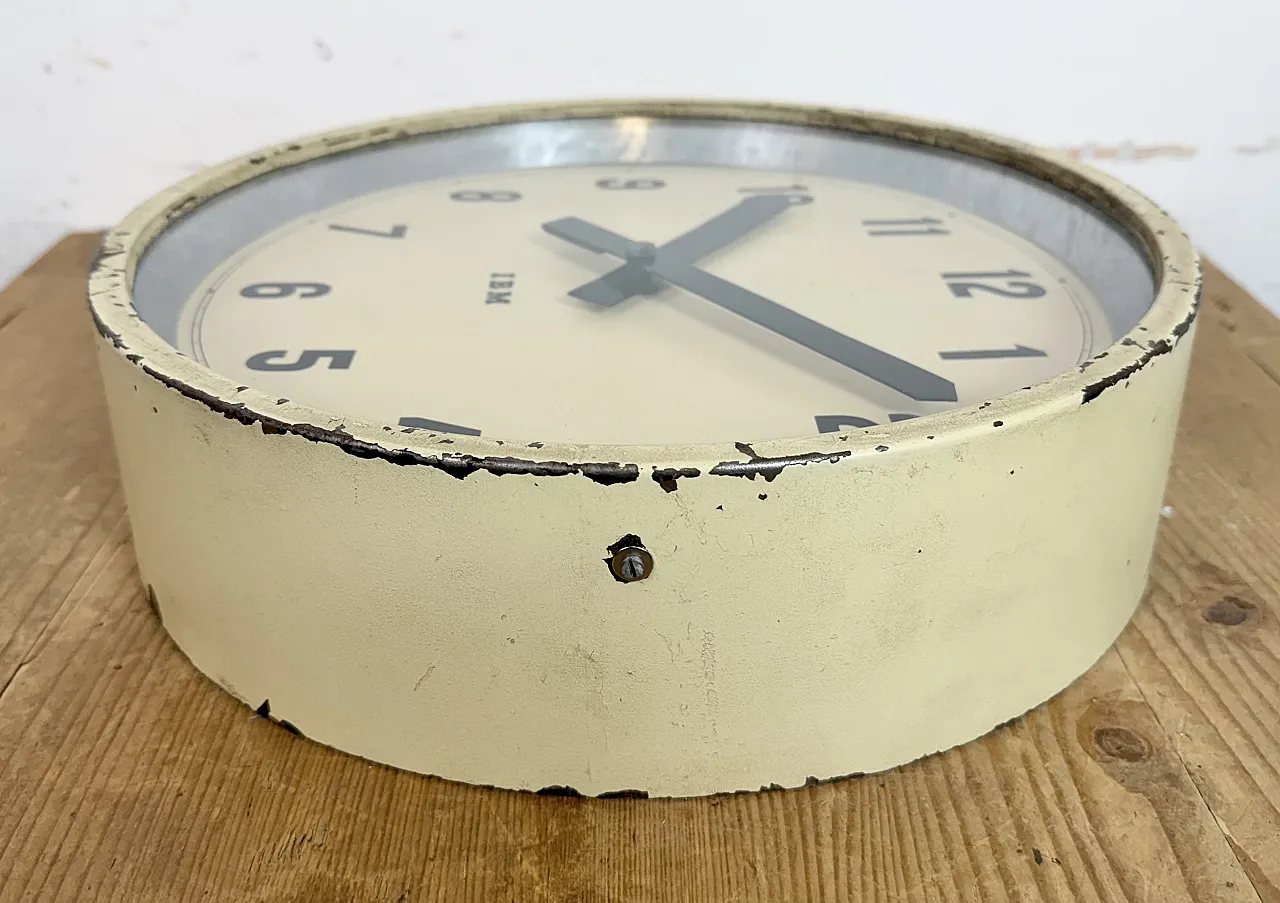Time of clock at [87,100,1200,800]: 1:21
